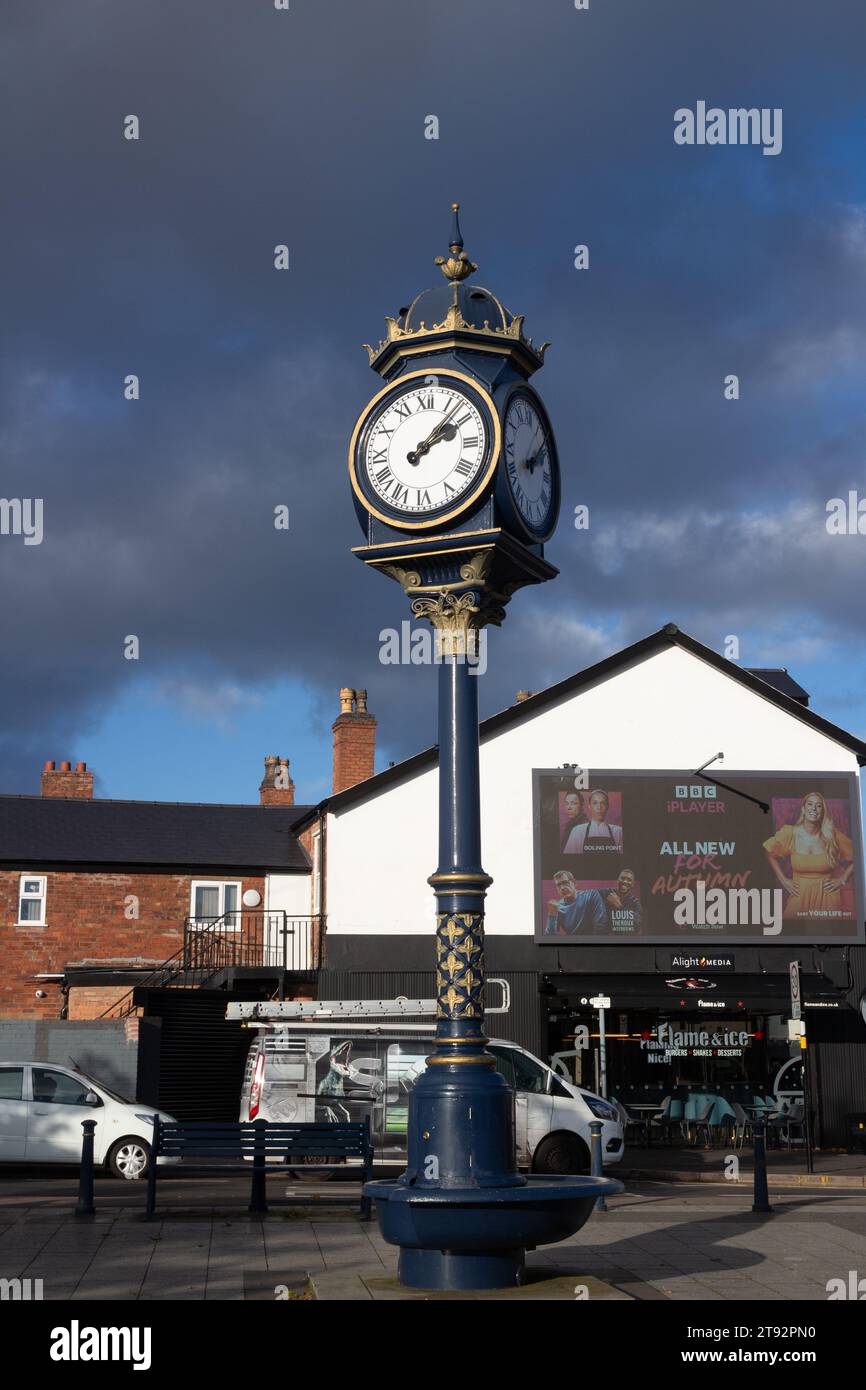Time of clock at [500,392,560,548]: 2:07
